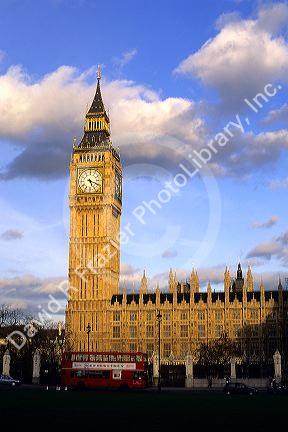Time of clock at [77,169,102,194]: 5:18
